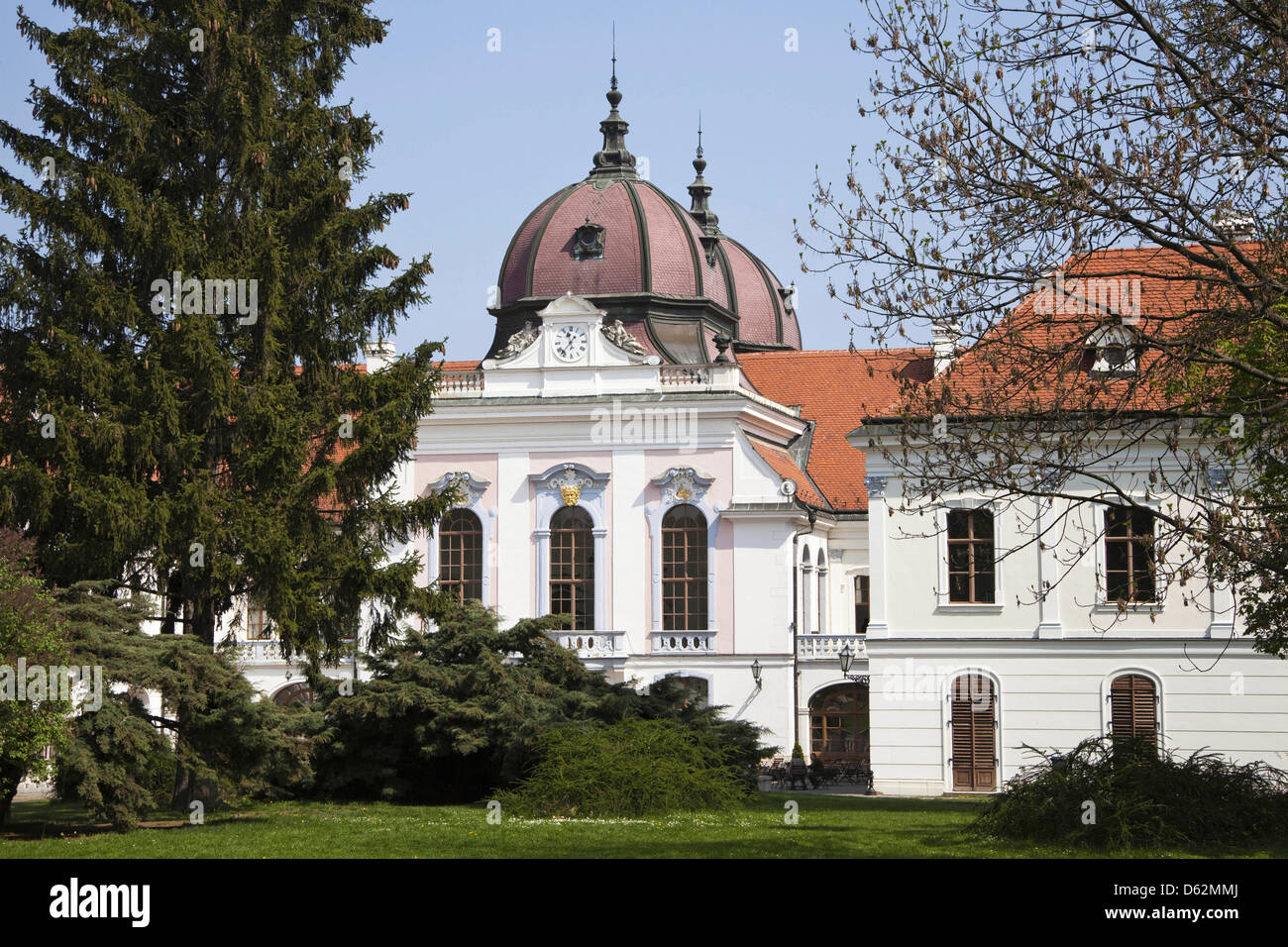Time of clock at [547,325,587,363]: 11:36
